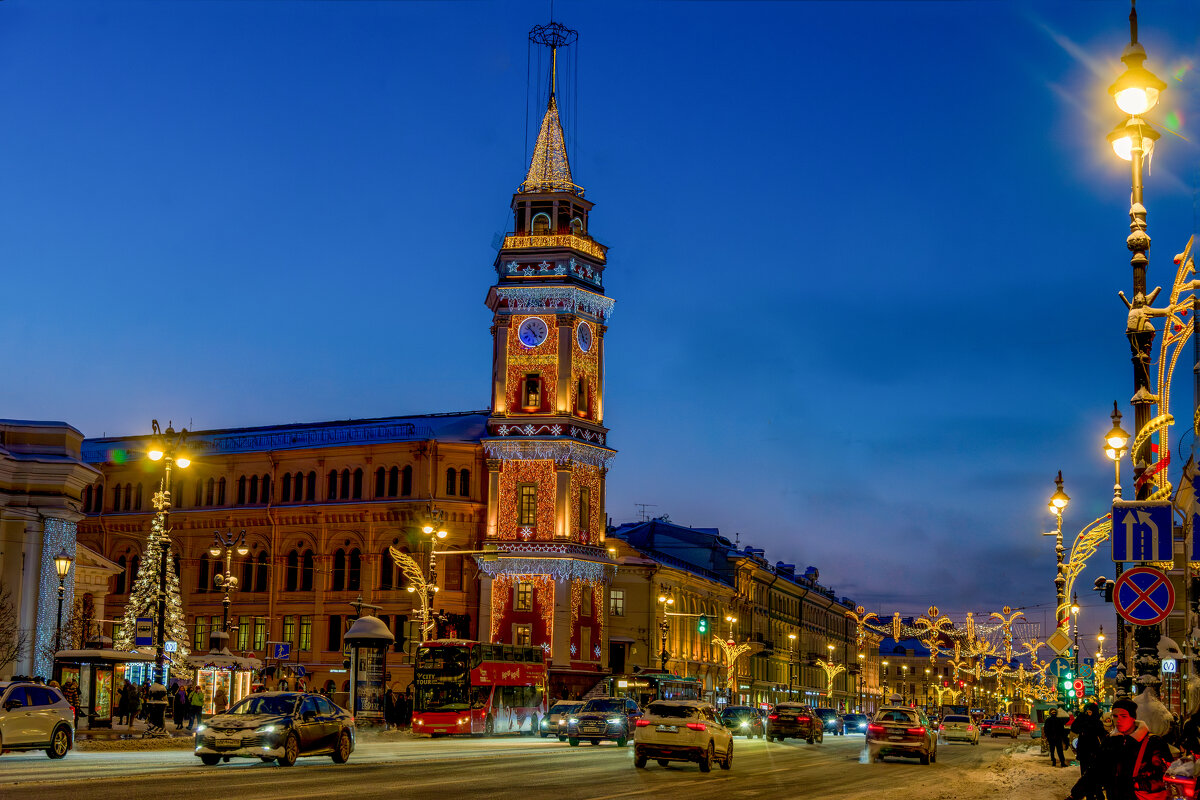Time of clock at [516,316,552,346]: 4:52
